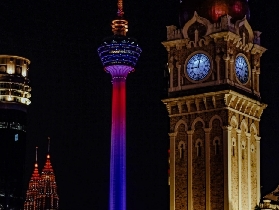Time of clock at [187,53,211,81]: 9:01
